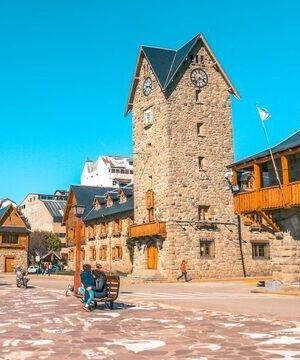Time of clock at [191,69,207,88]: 7:18
